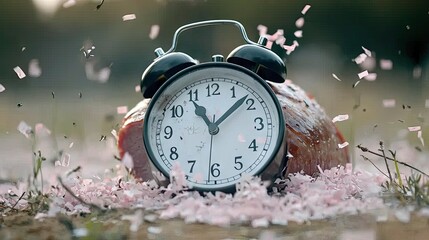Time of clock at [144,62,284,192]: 11:08
